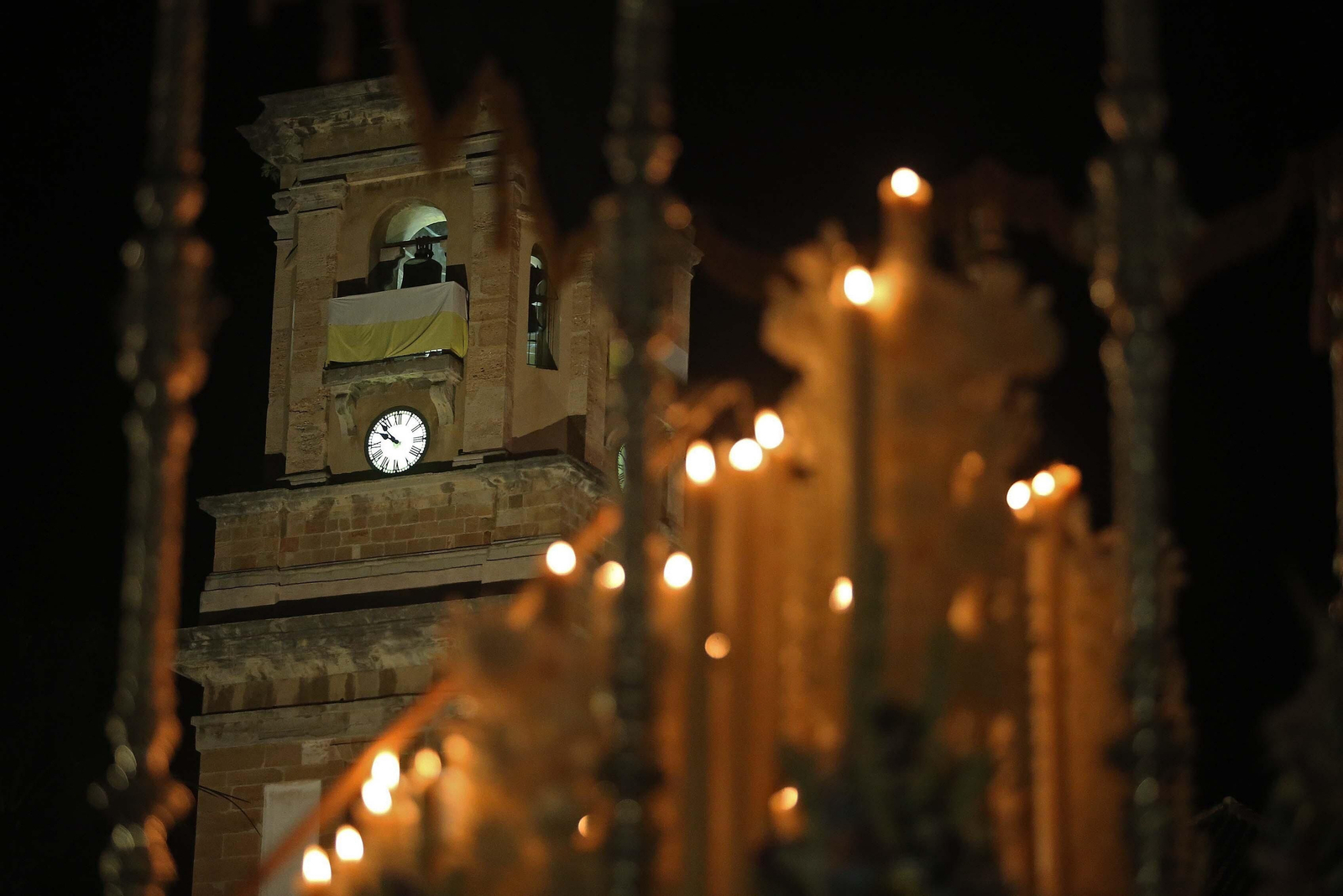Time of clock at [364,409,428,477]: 9:52
